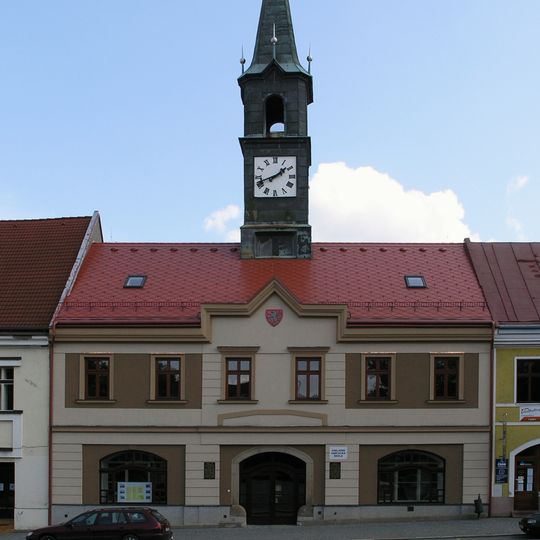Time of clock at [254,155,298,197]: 1:41
